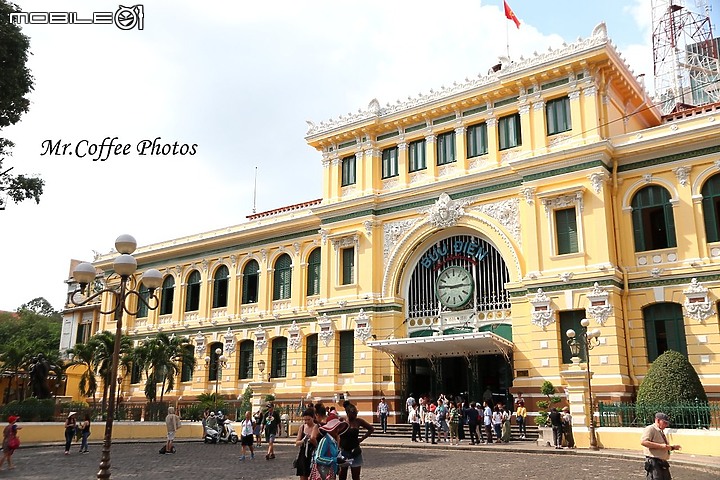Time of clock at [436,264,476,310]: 2:46
